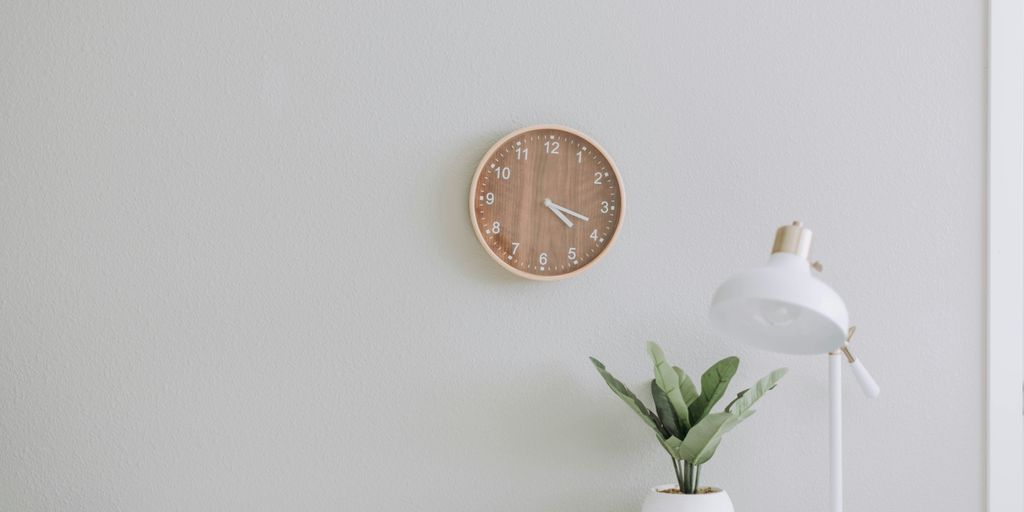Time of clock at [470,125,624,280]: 4:18
